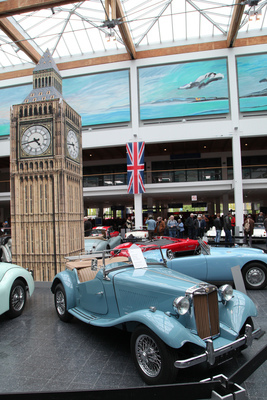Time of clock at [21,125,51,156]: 4:43
